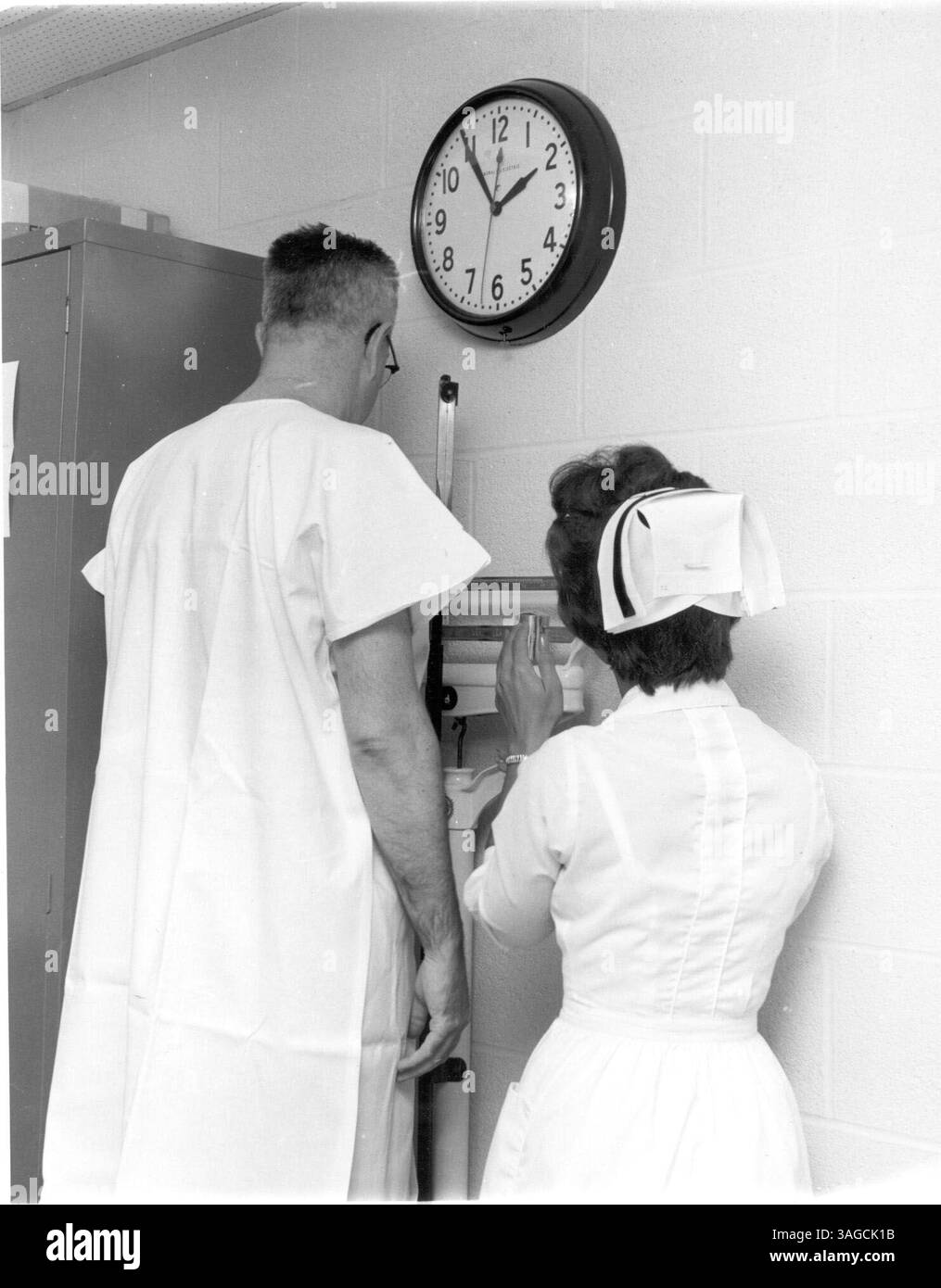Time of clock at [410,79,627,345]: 1:54
